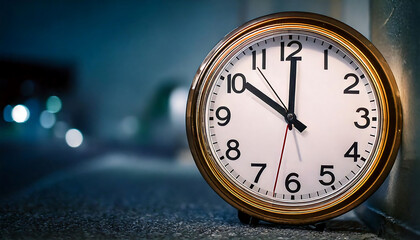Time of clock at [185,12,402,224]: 10:00
